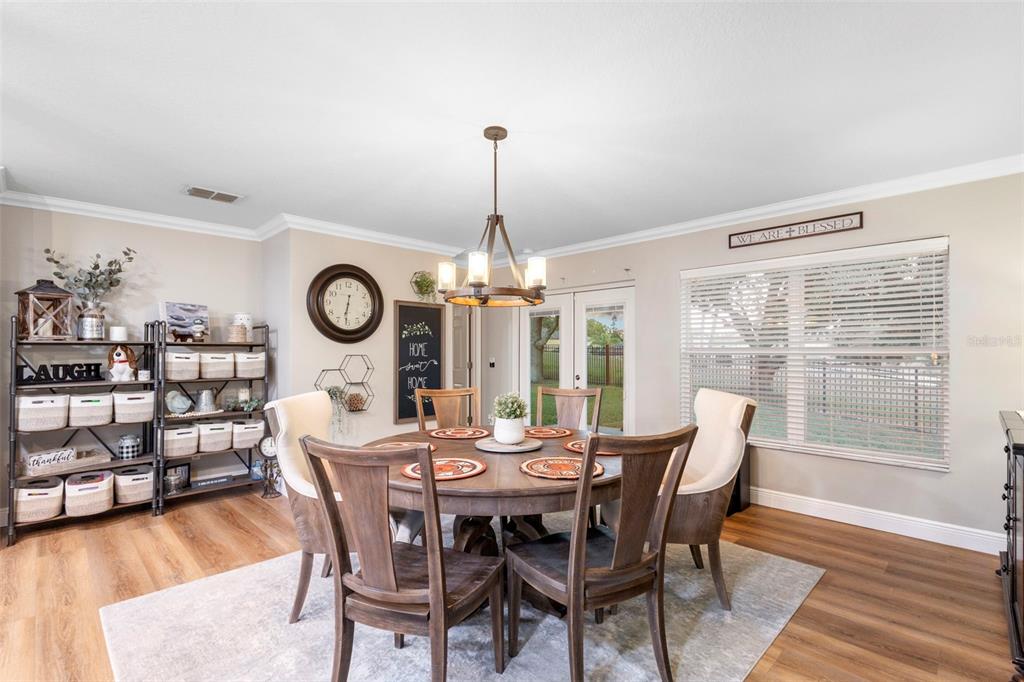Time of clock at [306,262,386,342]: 6:31
